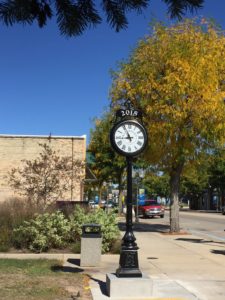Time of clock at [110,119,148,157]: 8:56
